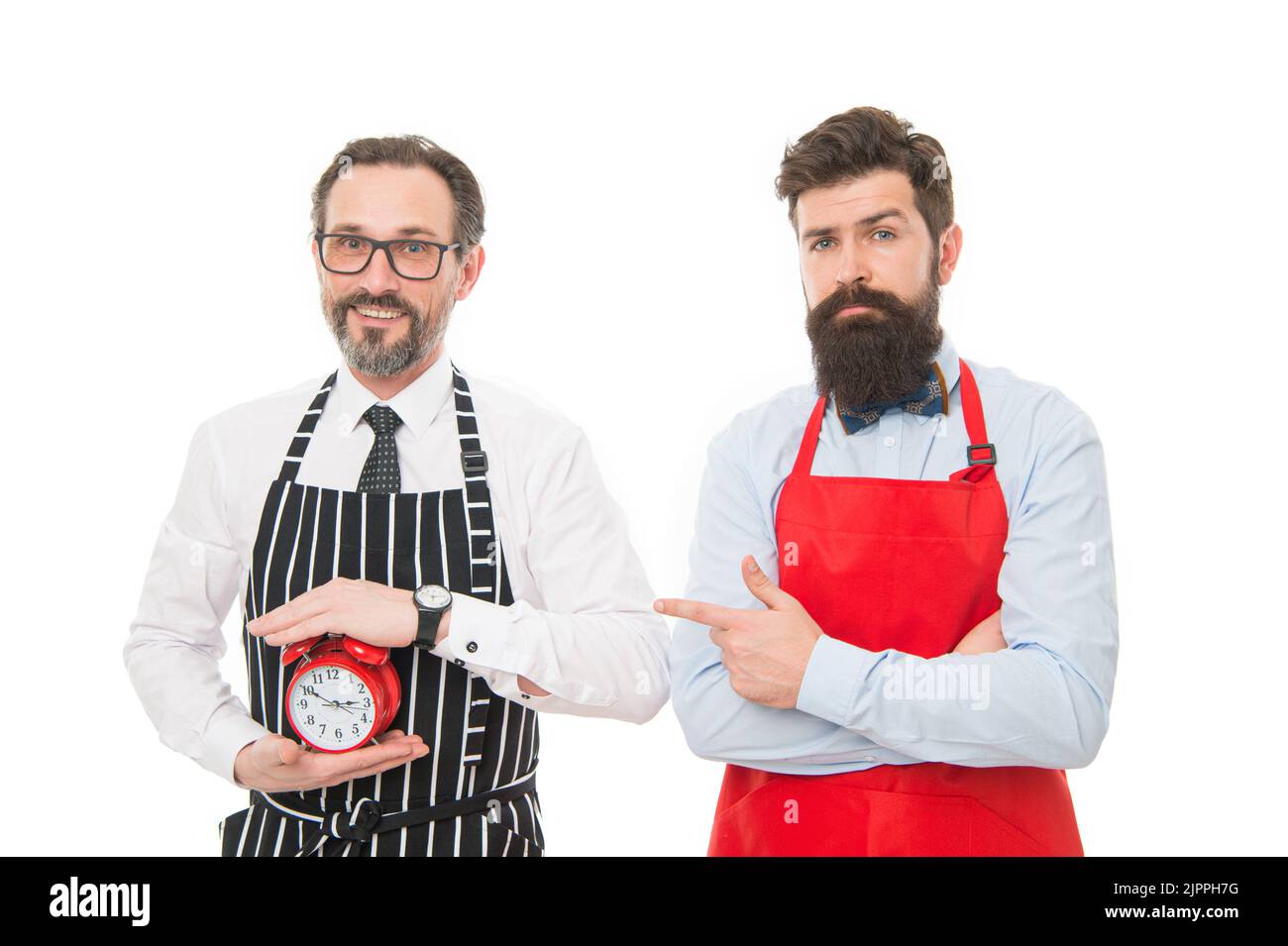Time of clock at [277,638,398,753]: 2:50
